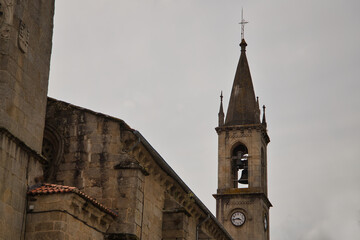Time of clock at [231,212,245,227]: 3:43
